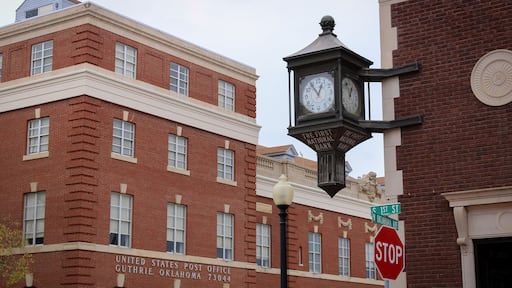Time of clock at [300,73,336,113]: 12:54
